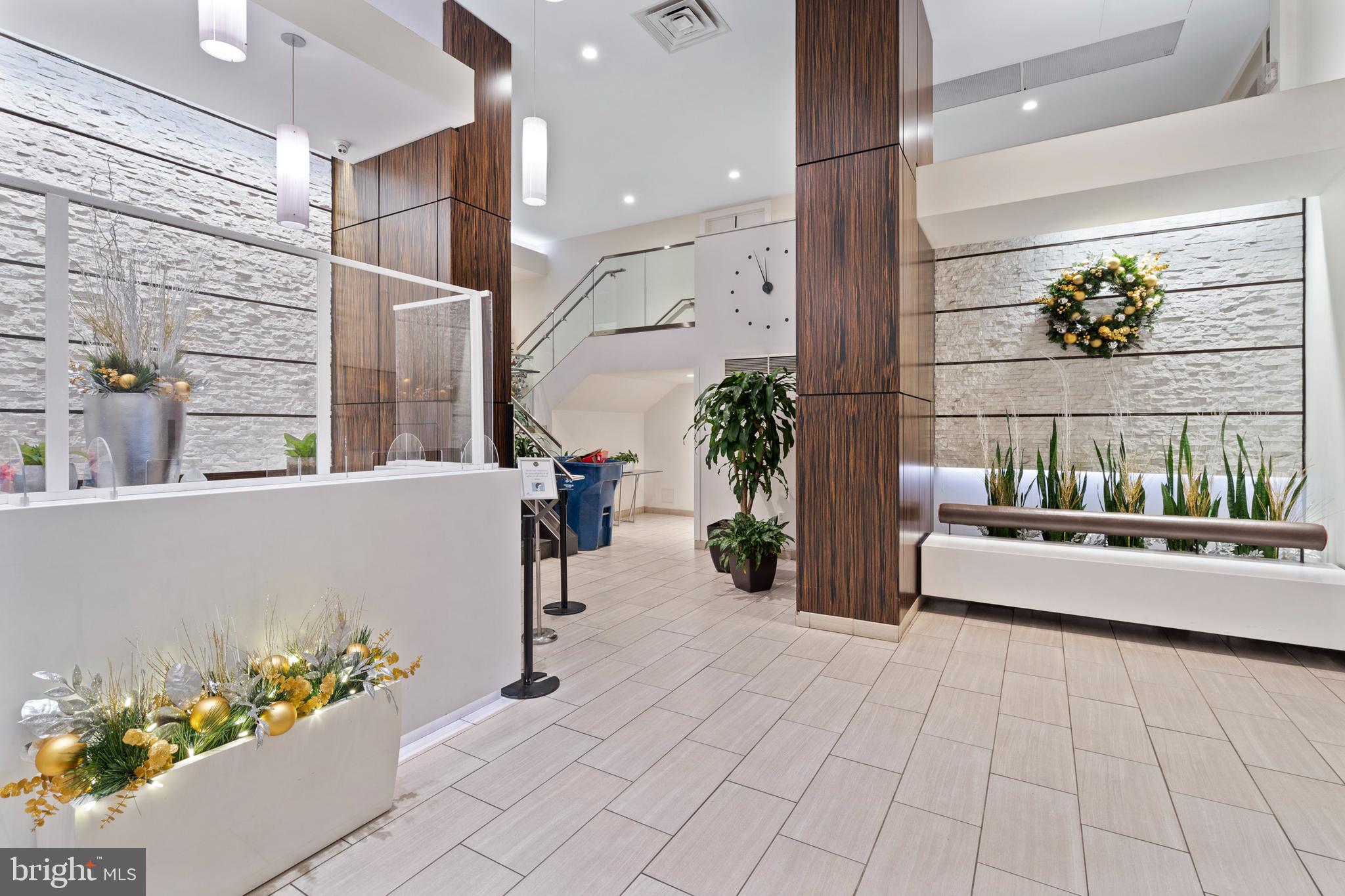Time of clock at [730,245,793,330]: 11:56
